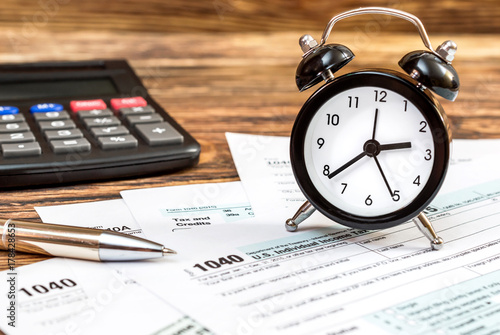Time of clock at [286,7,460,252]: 2:38
